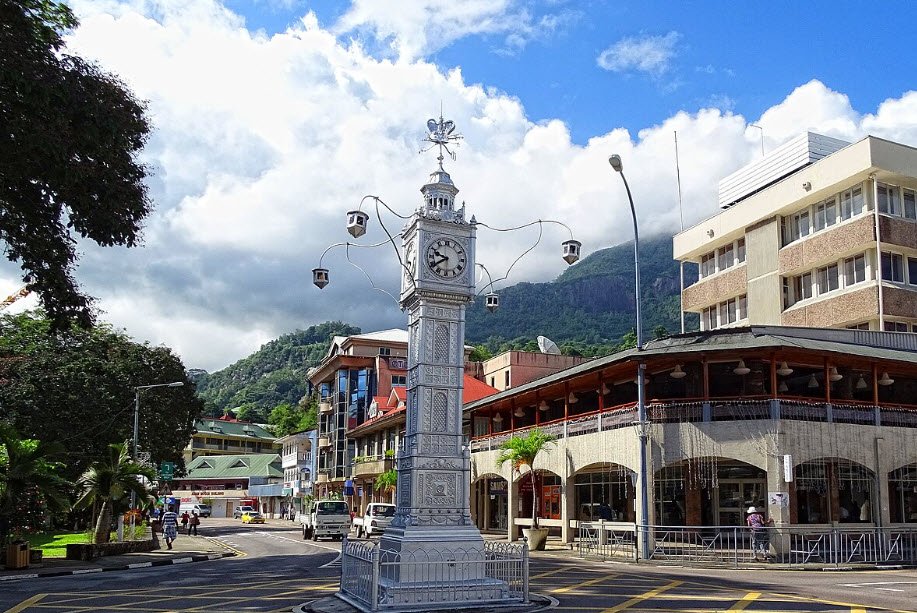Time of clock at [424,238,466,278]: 9:39
